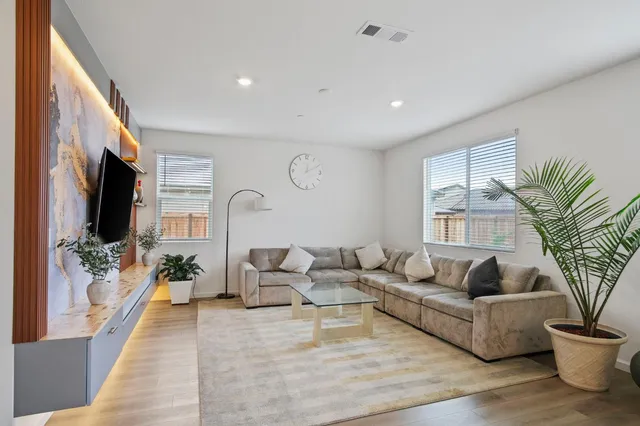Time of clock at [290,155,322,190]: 12:10
